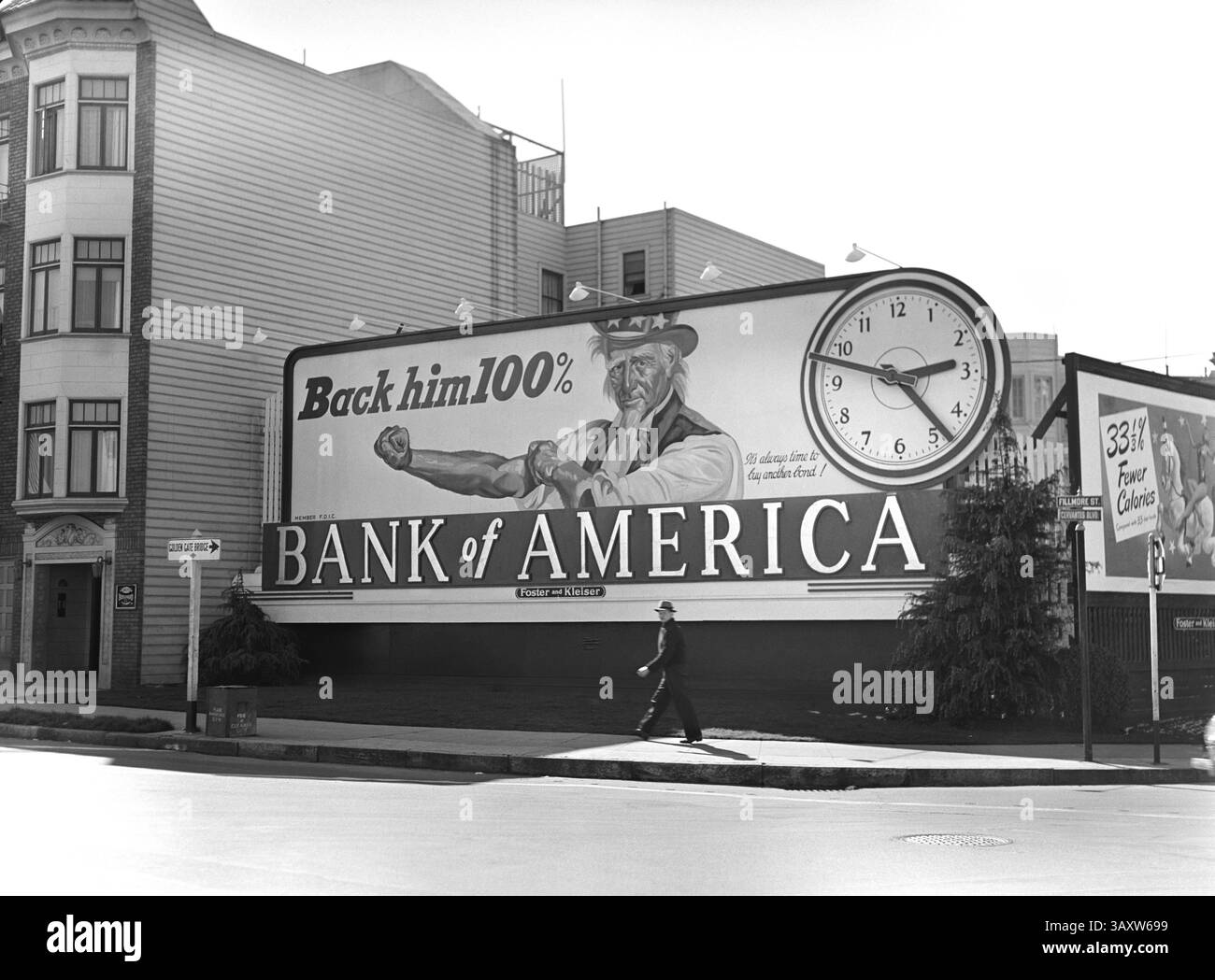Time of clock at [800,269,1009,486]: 2:23
